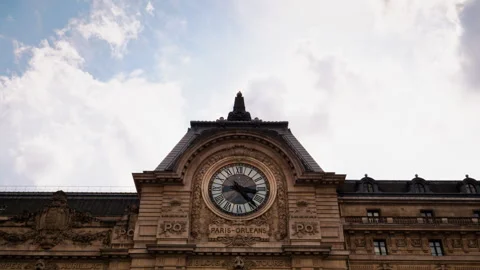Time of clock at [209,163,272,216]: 3:23
